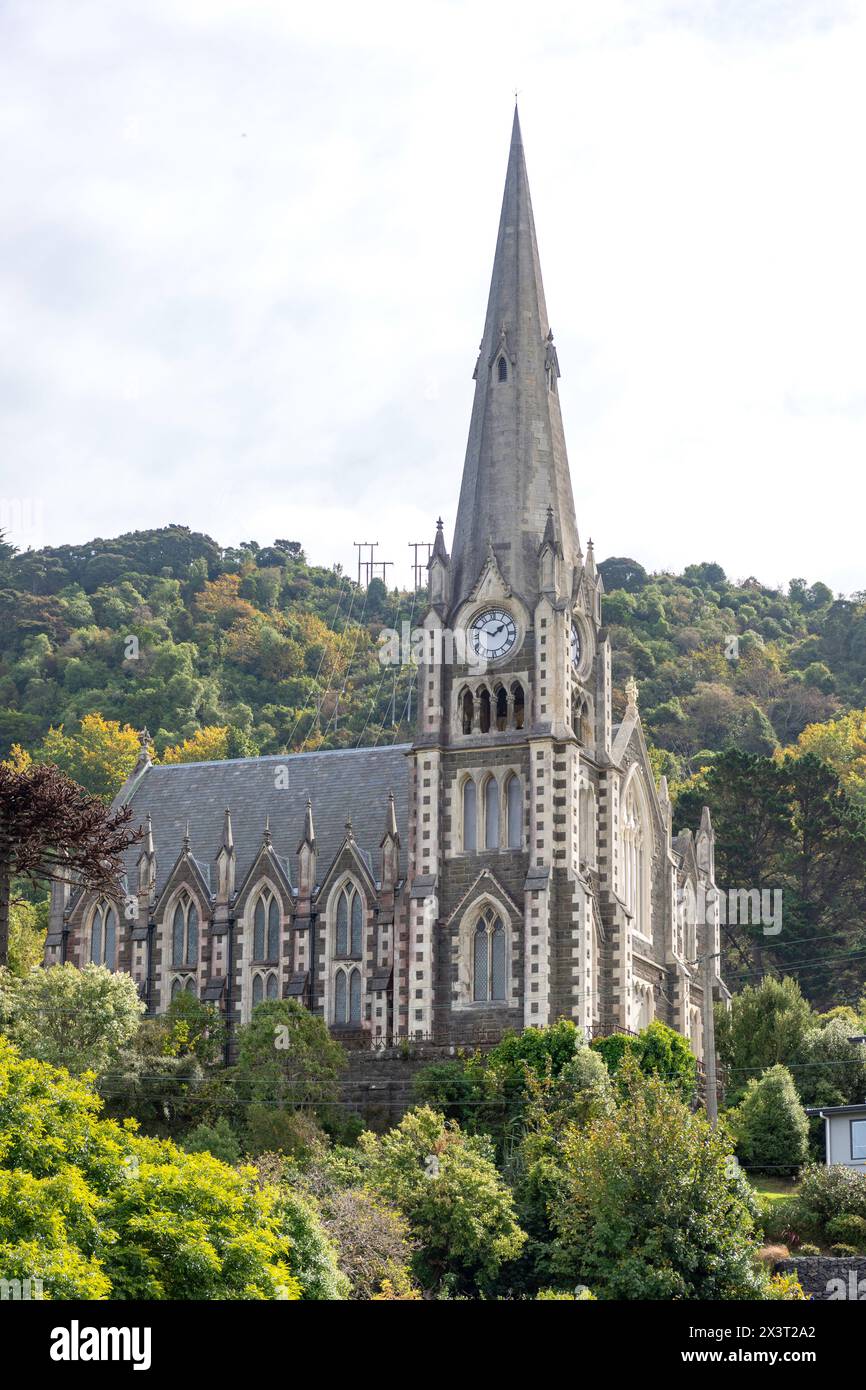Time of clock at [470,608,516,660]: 1:49
